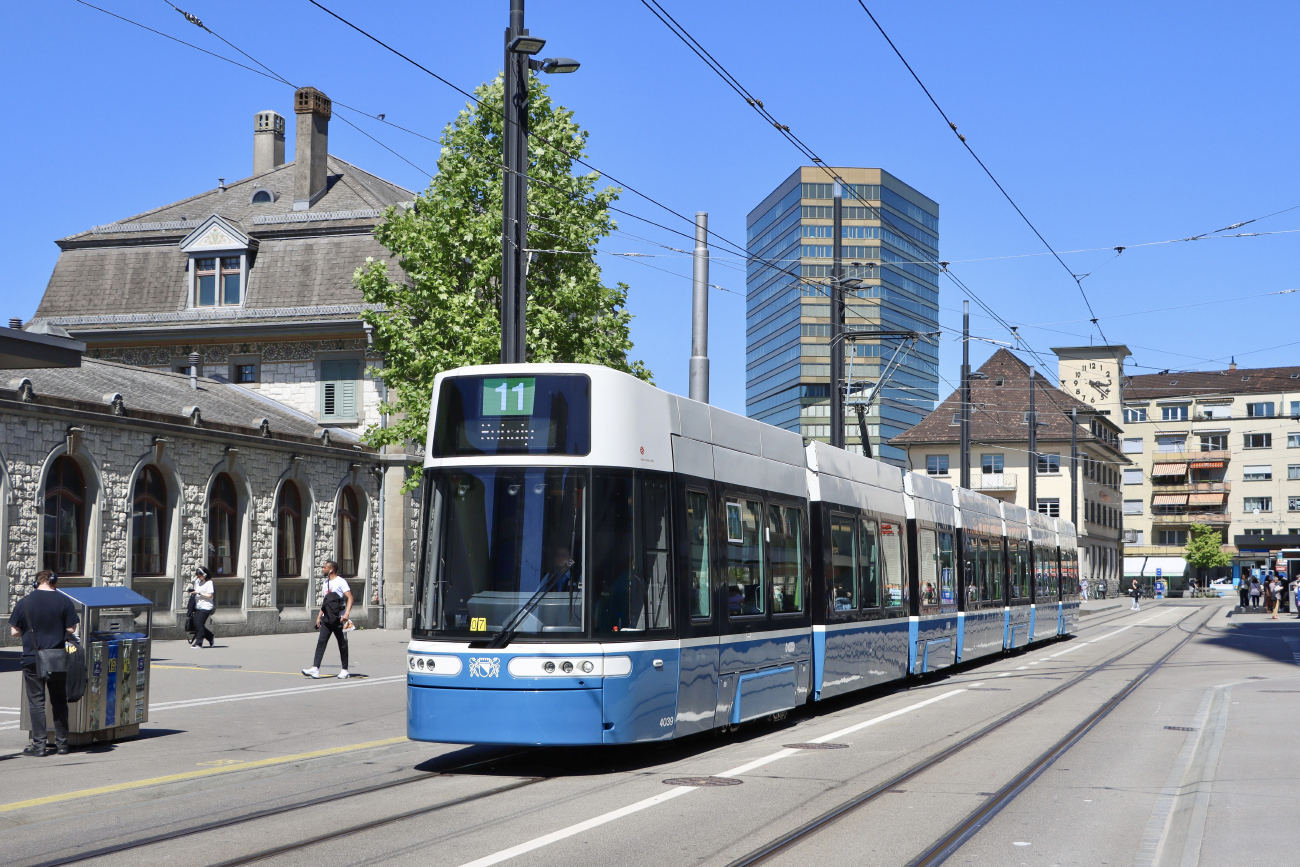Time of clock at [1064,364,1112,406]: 3:22
